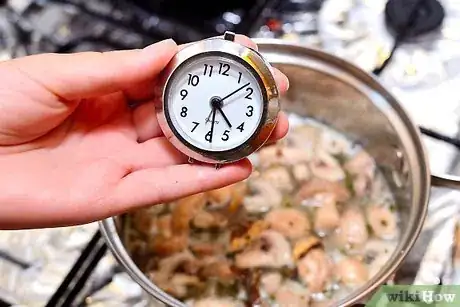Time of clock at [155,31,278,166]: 4:29
